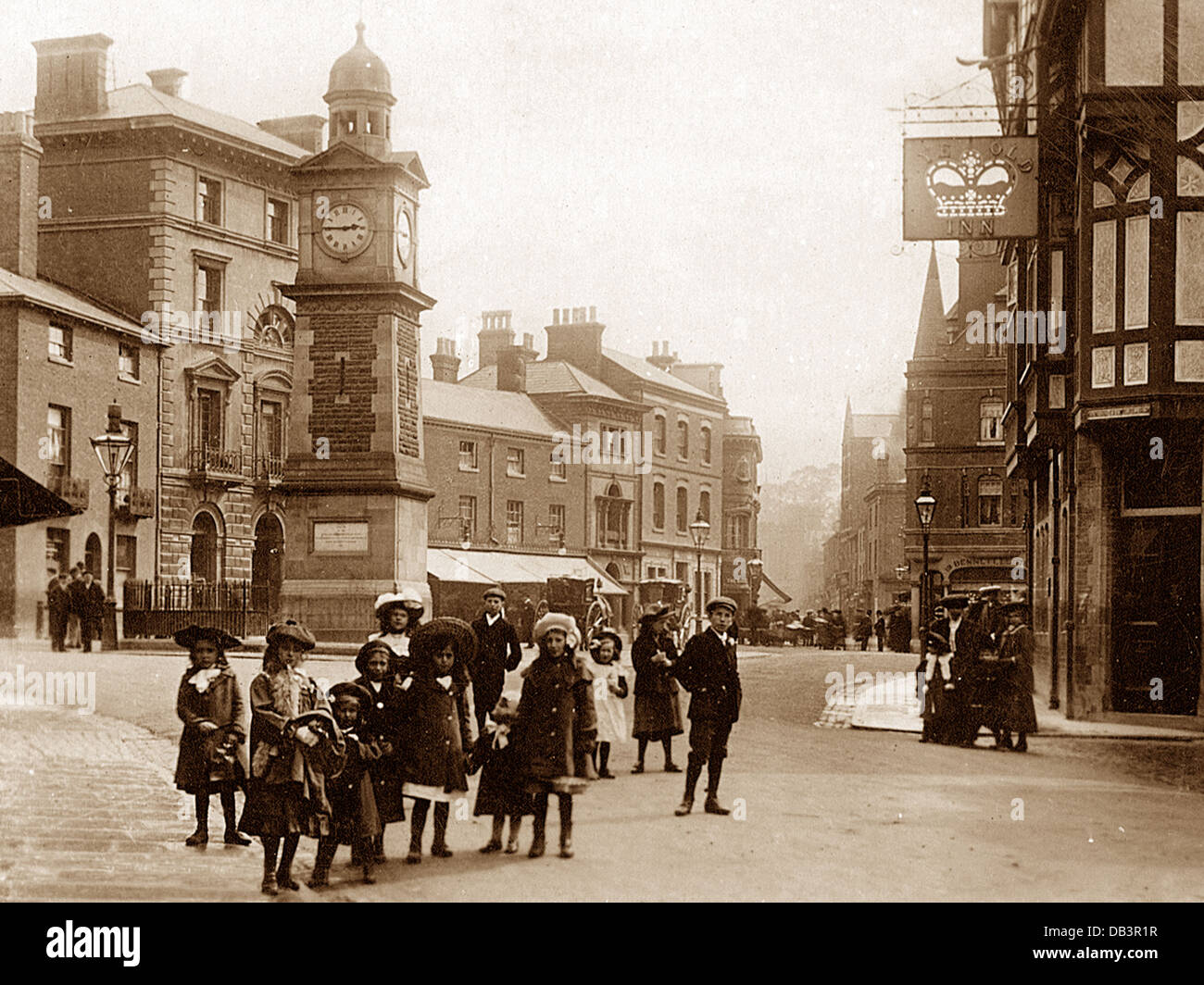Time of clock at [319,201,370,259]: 2:45
